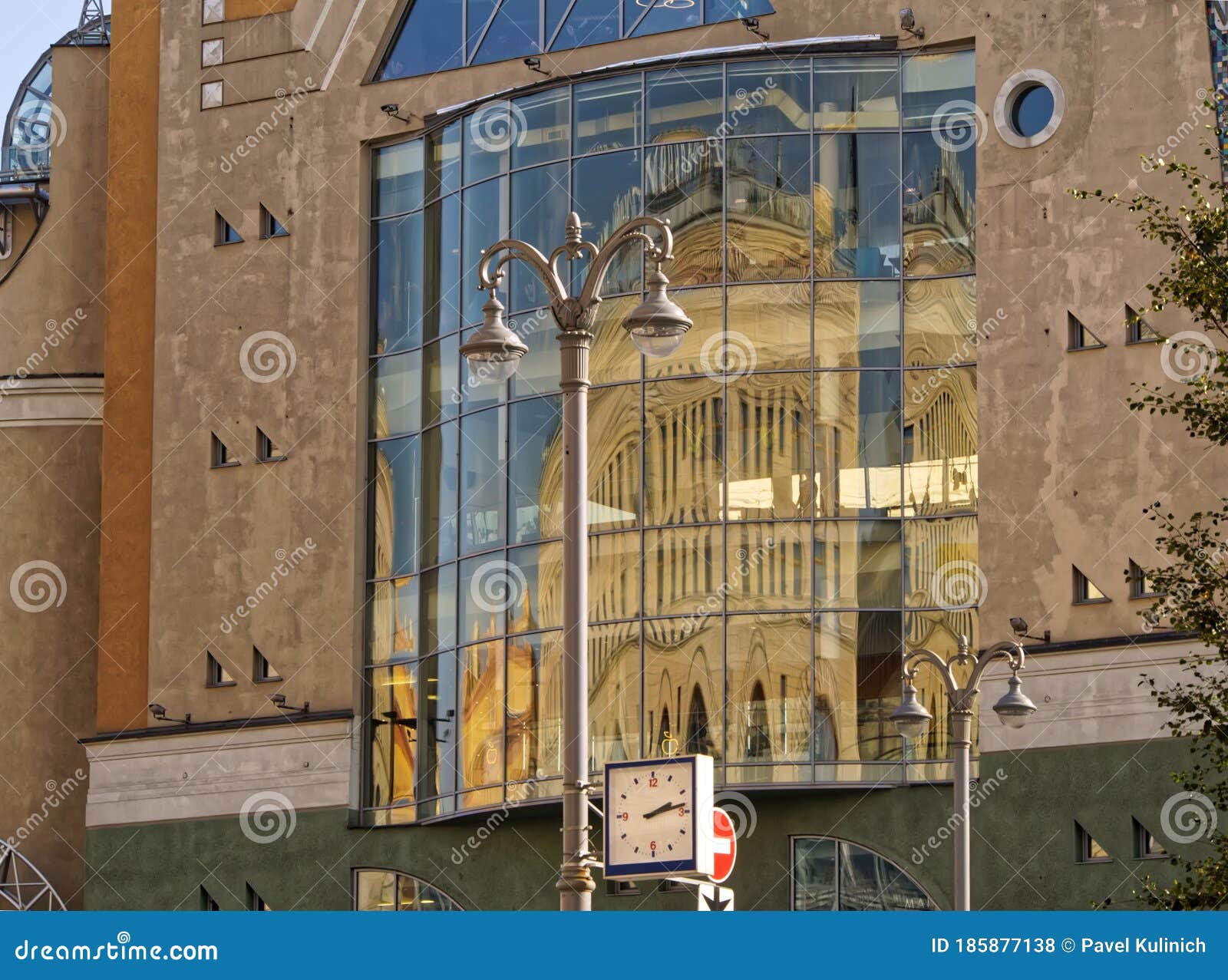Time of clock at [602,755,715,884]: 2:13
